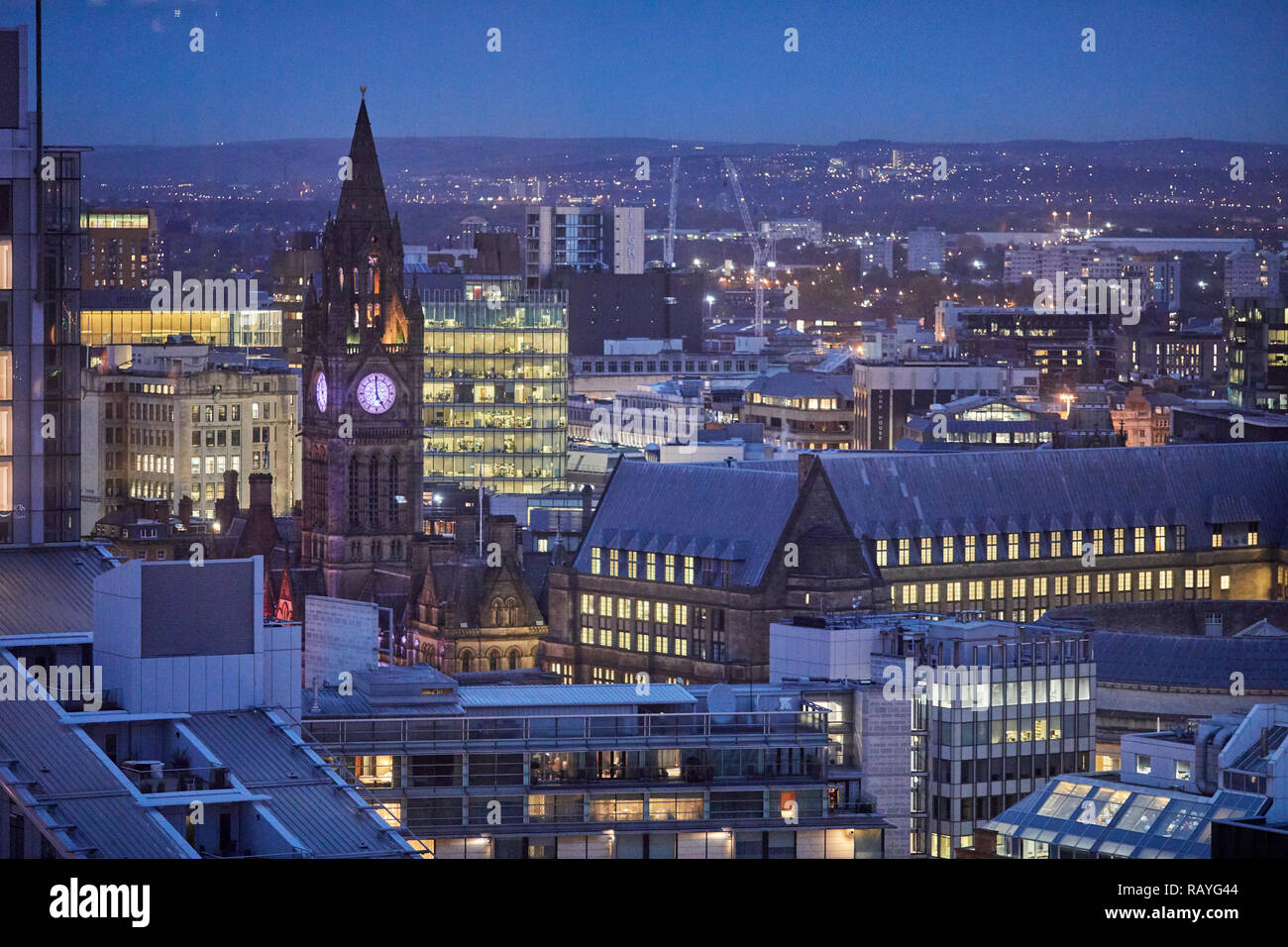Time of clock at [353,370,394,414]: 4:59
